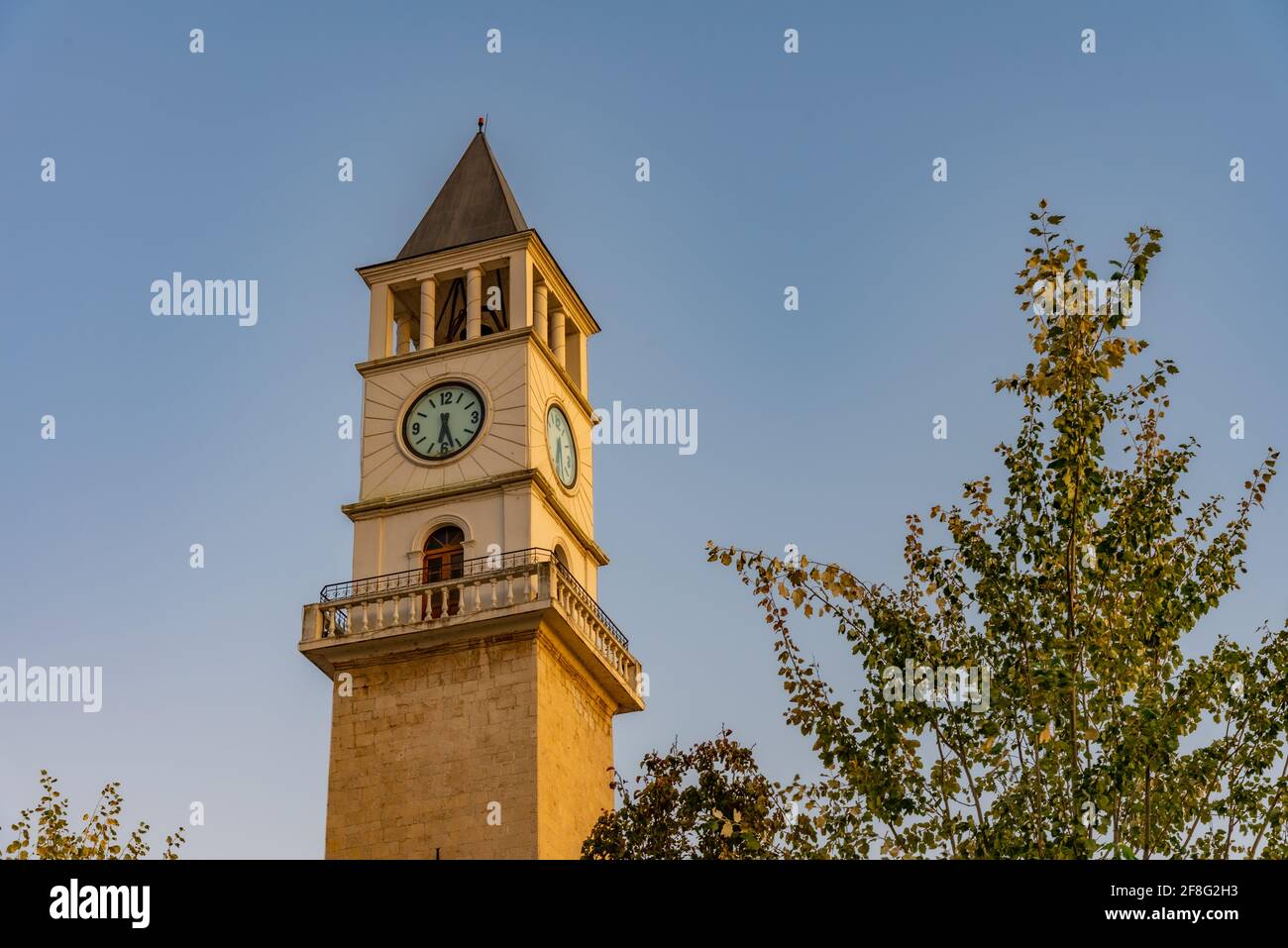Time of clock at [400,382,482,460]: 6:27
